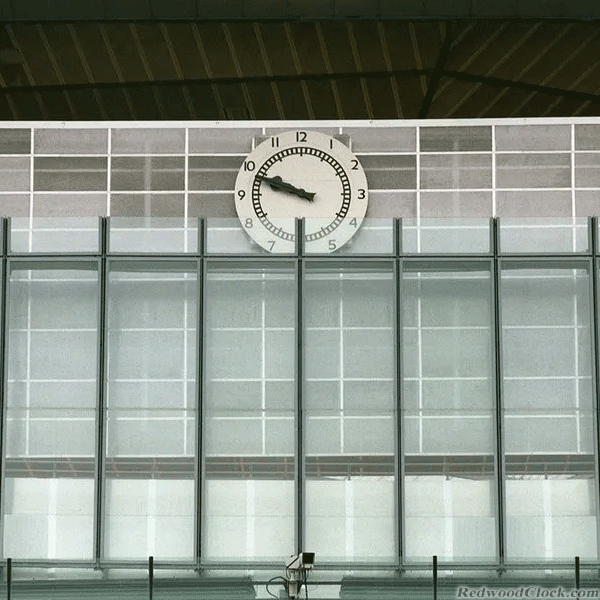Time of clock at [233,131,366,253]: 9:48
